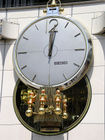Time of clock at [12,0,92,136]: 12:01
